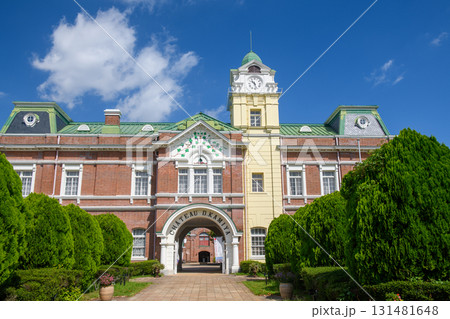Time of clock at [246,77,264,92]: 10:28
